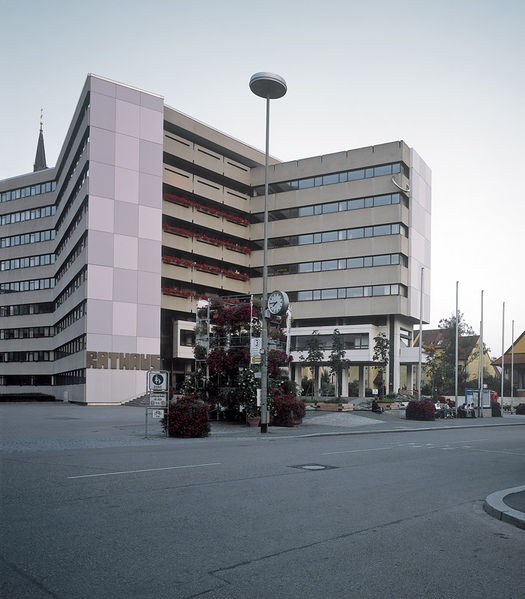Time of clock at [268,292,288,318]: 7:44
